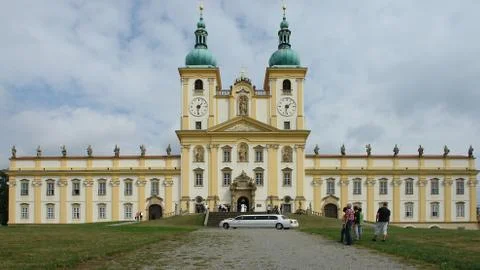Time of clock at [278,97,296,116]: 1:32
